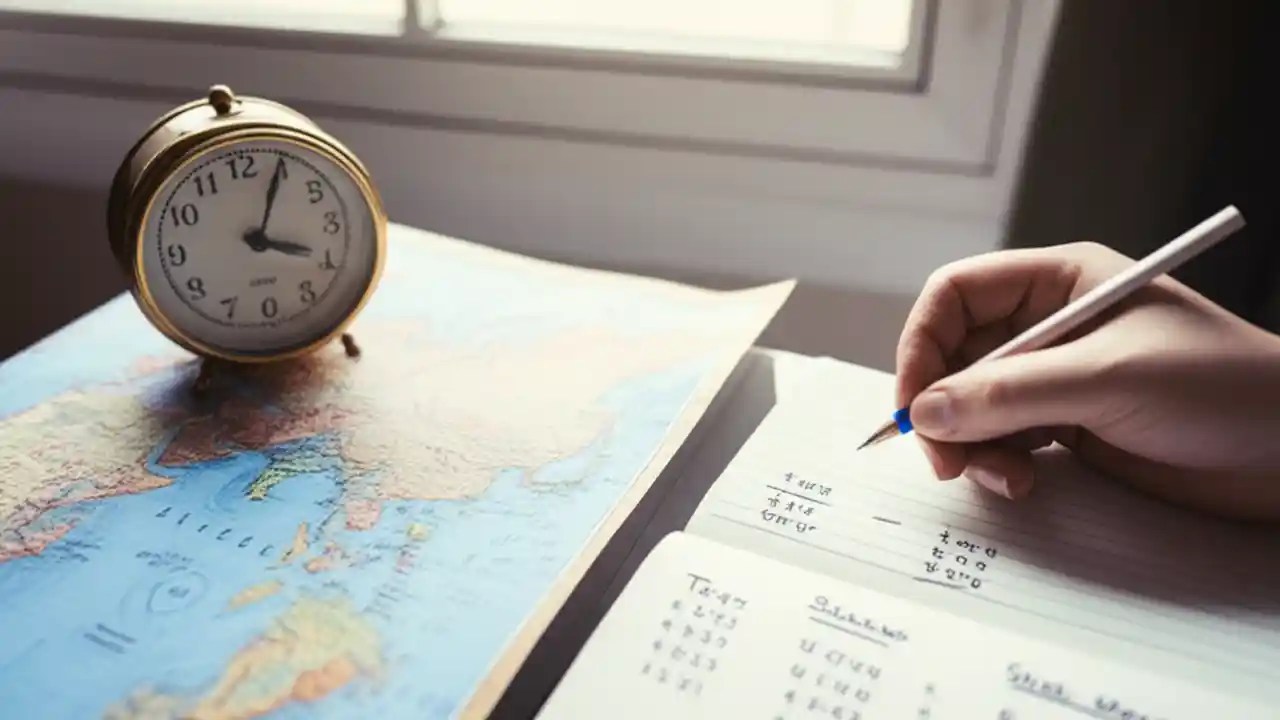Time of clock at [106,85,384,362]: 4:04
